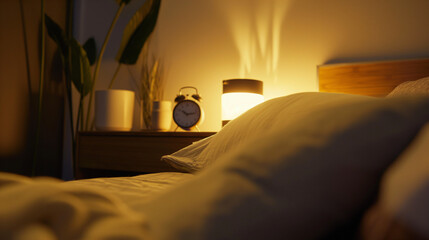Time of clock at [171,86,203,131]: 10:13
